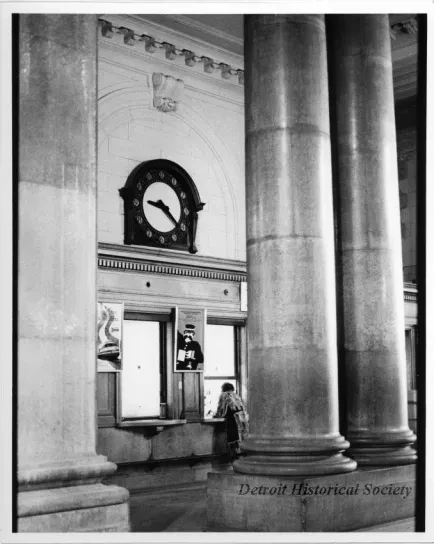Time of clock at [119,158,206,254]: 9:21
